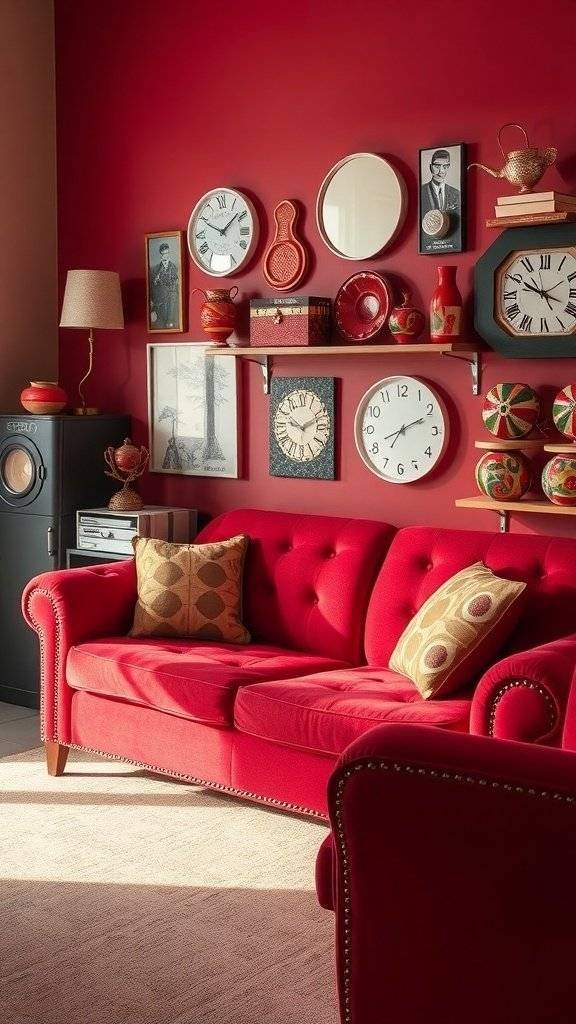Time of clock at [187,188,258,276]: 1:49
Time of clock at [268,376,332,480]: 9:11
